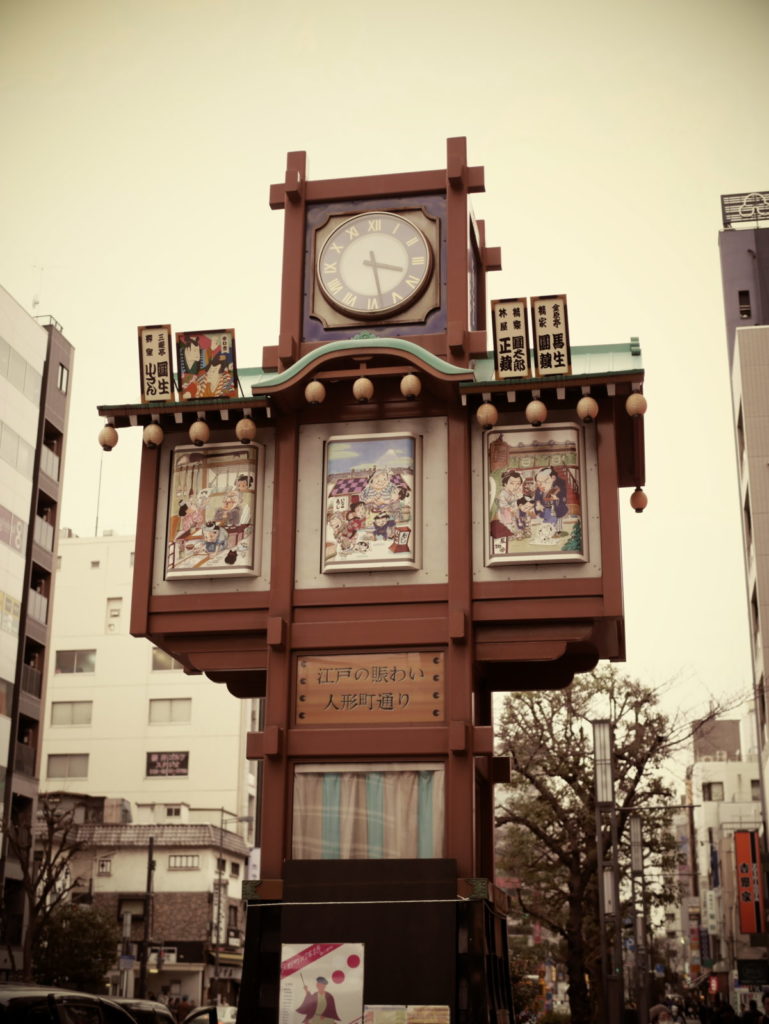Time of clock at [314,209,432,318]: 3:28
